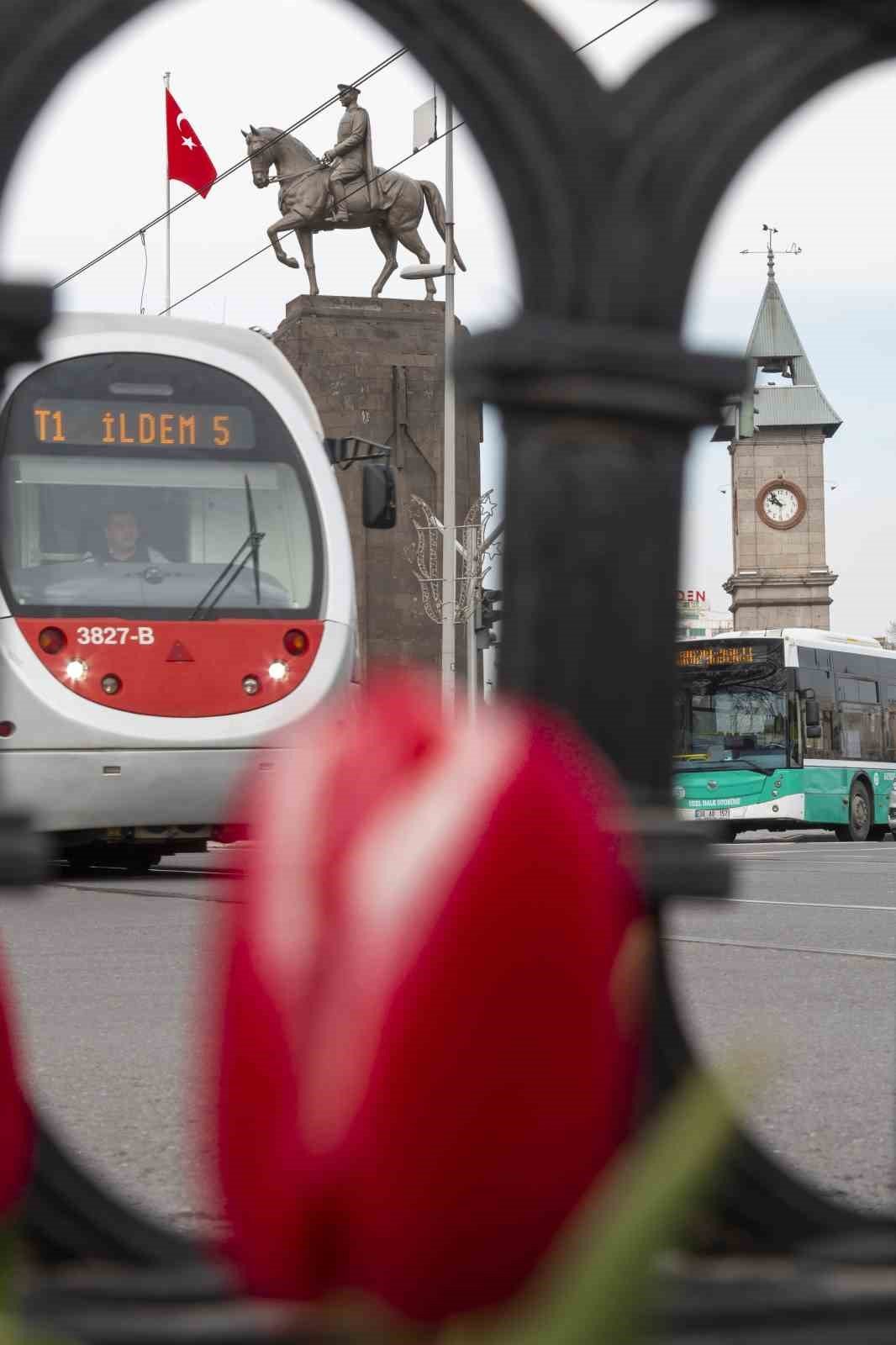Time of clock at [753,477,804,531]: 9:54
